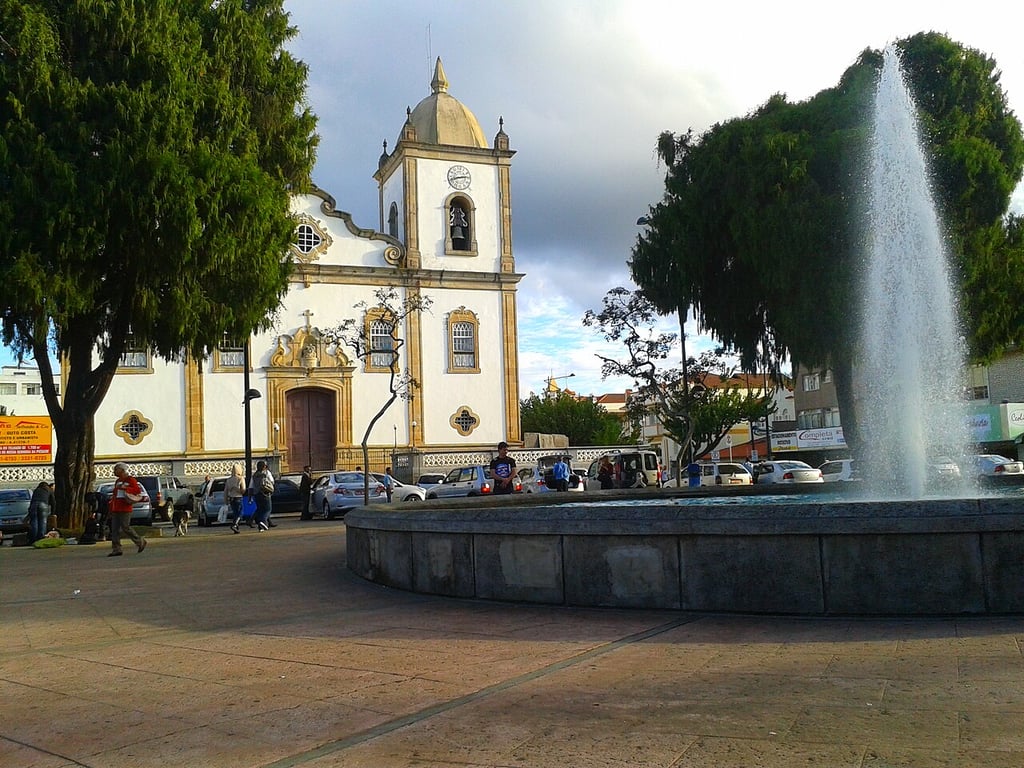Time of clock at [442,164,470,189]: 2:42
